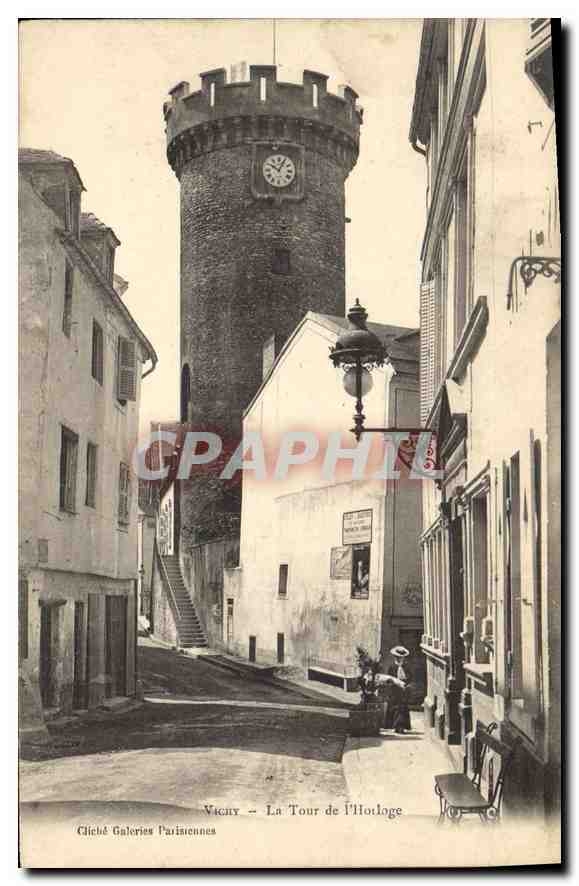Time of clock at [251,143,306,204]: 10:04
